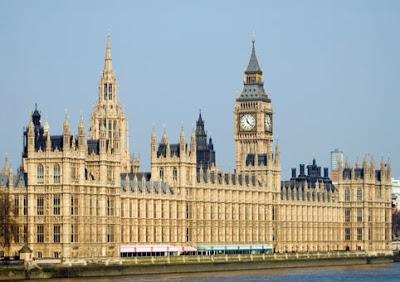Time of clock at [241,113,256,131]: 11:22
